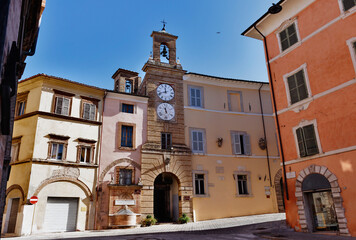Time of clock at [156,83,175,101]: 11:41
